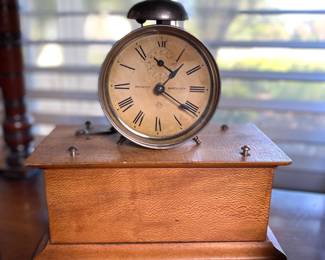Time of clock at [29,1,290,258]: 1:21
